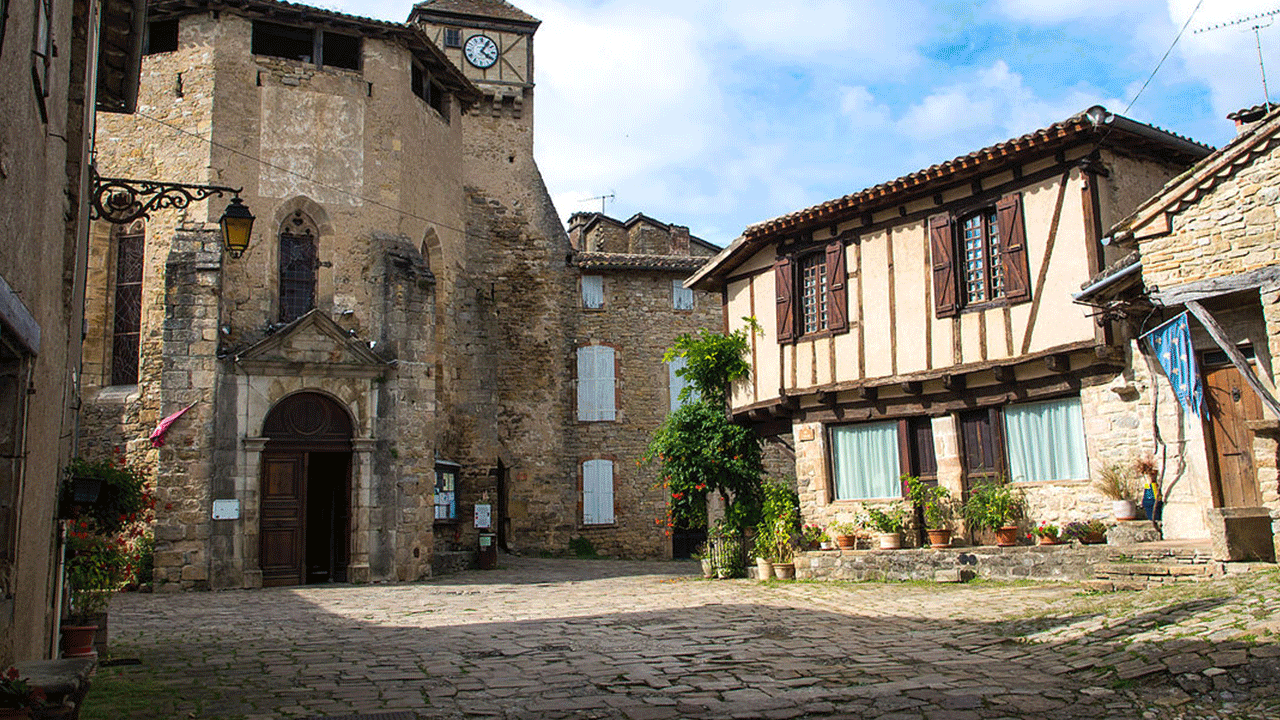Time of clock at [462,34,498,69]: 4:04
